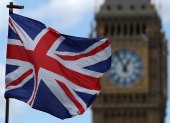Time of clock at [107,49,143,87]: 12:55
